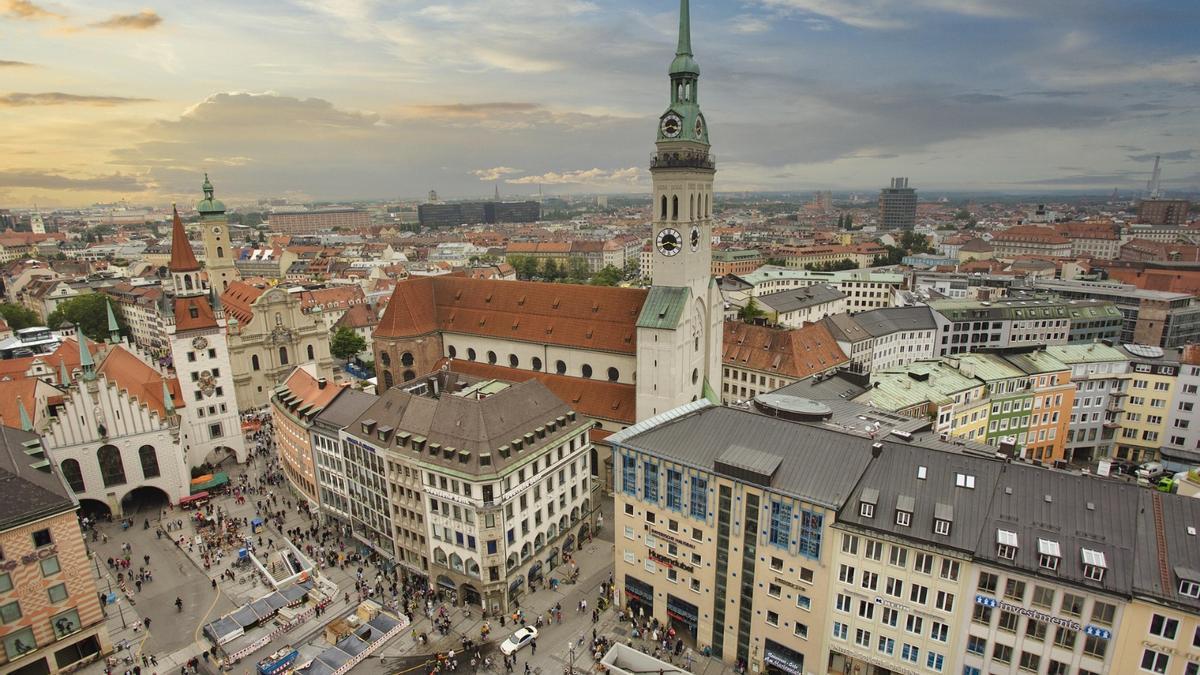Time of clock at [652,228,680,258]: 3:40
